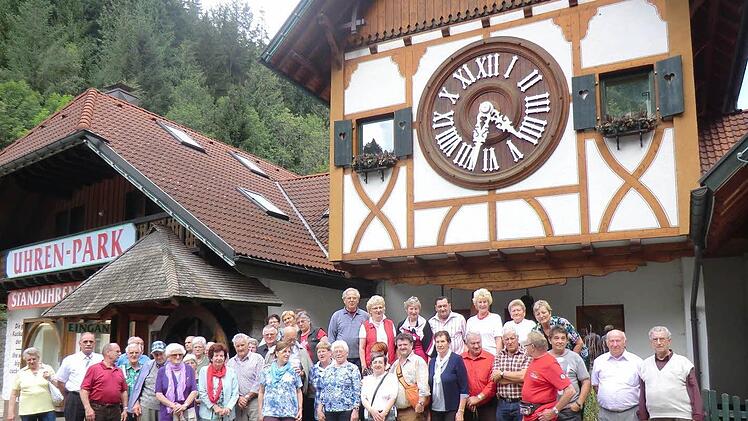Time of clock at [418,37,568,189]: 6:22
